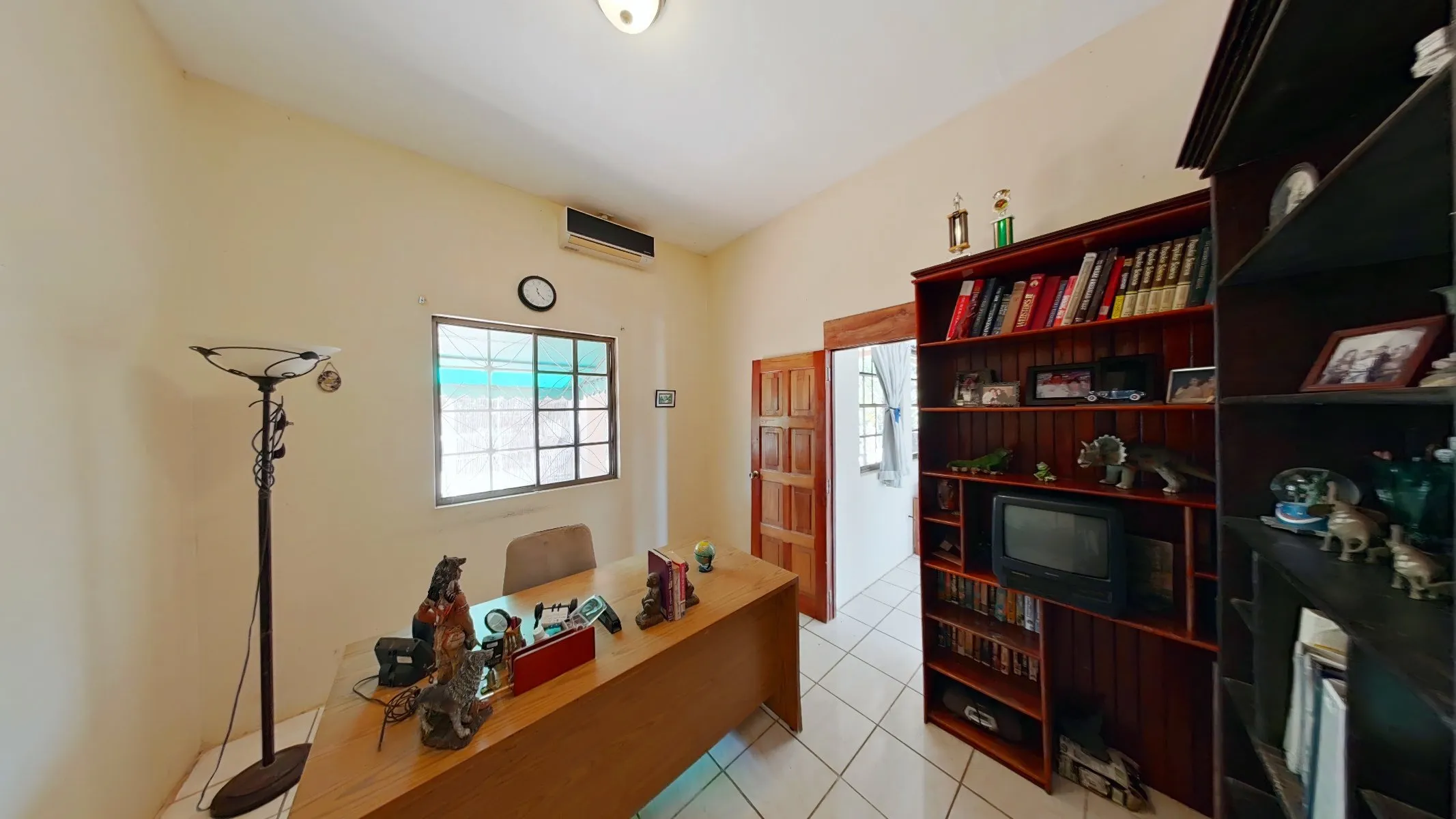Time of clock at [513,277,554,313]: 11:21
